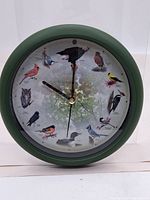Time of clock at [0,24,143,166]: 10:00
